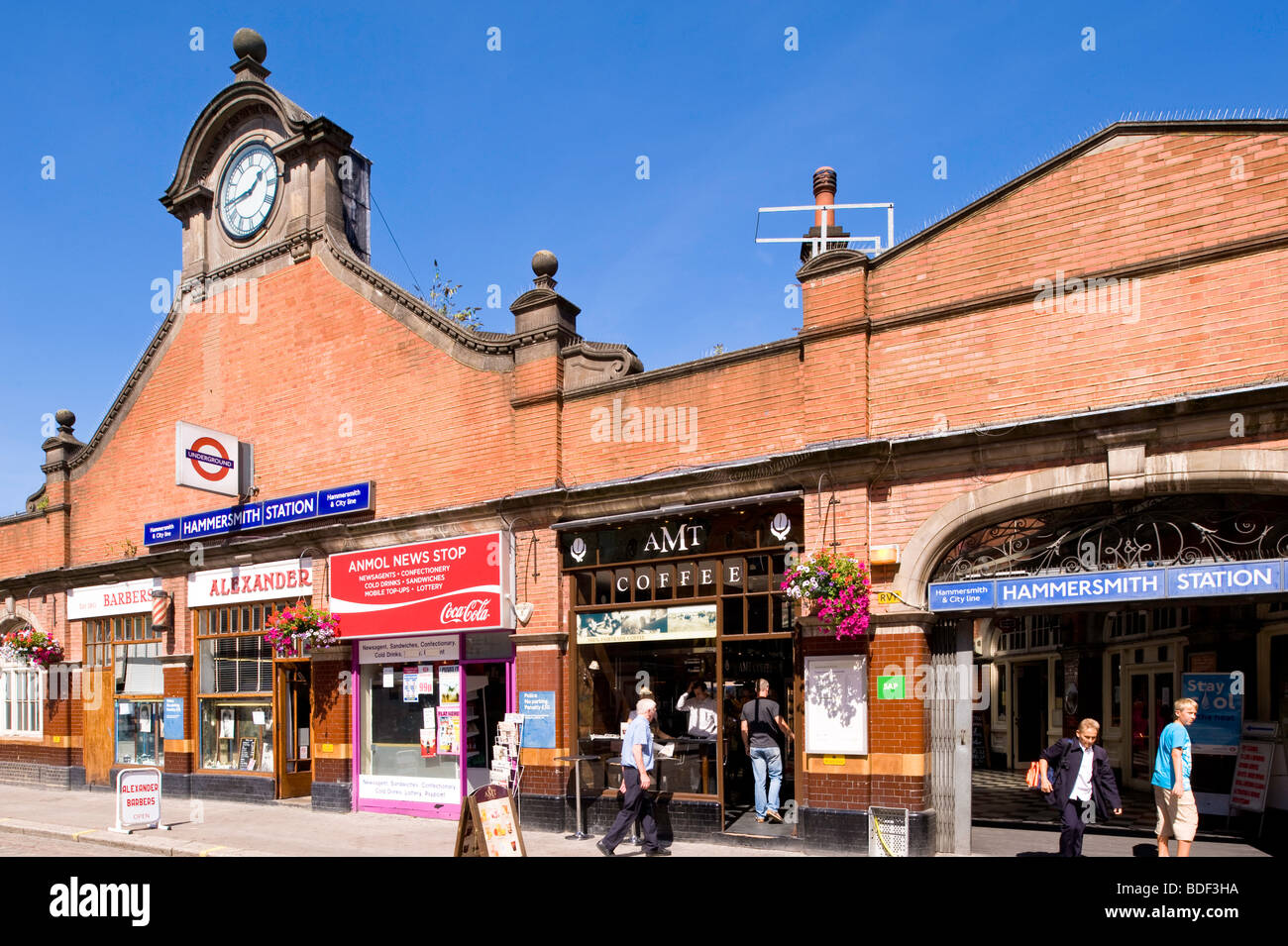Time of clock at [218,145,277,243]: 1:44
